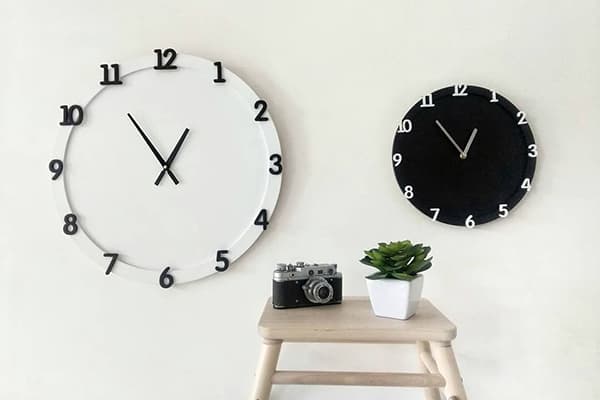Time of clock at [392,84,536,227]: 12:53
